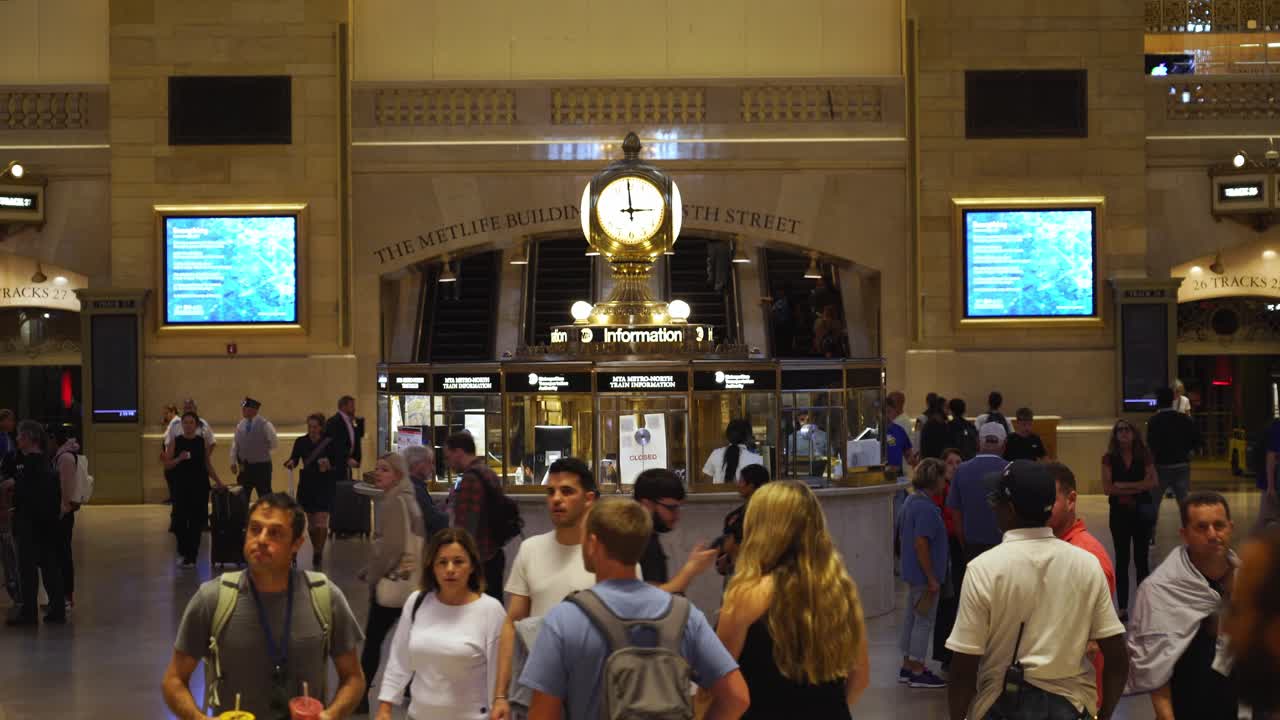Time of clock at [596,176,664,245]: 2:59
